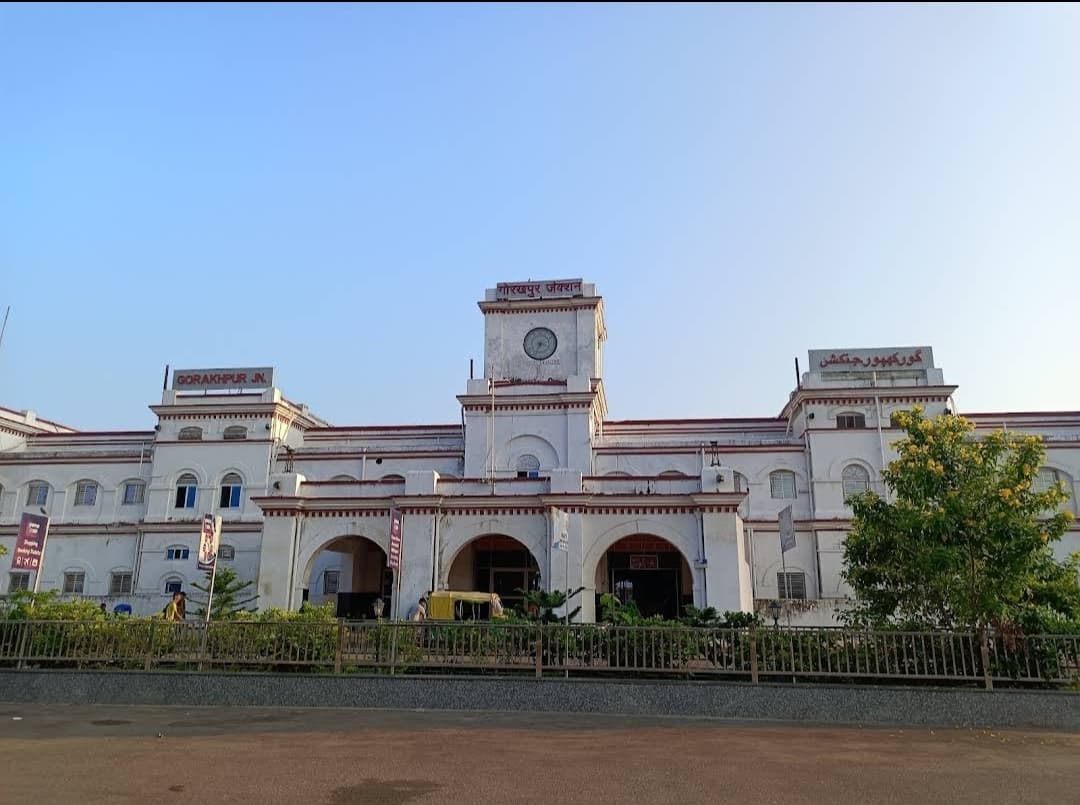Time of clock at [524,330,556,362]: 3:34
